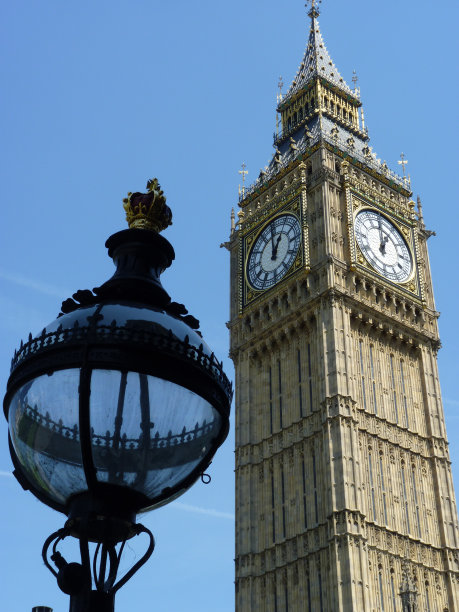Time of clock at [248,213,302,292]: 12:59
